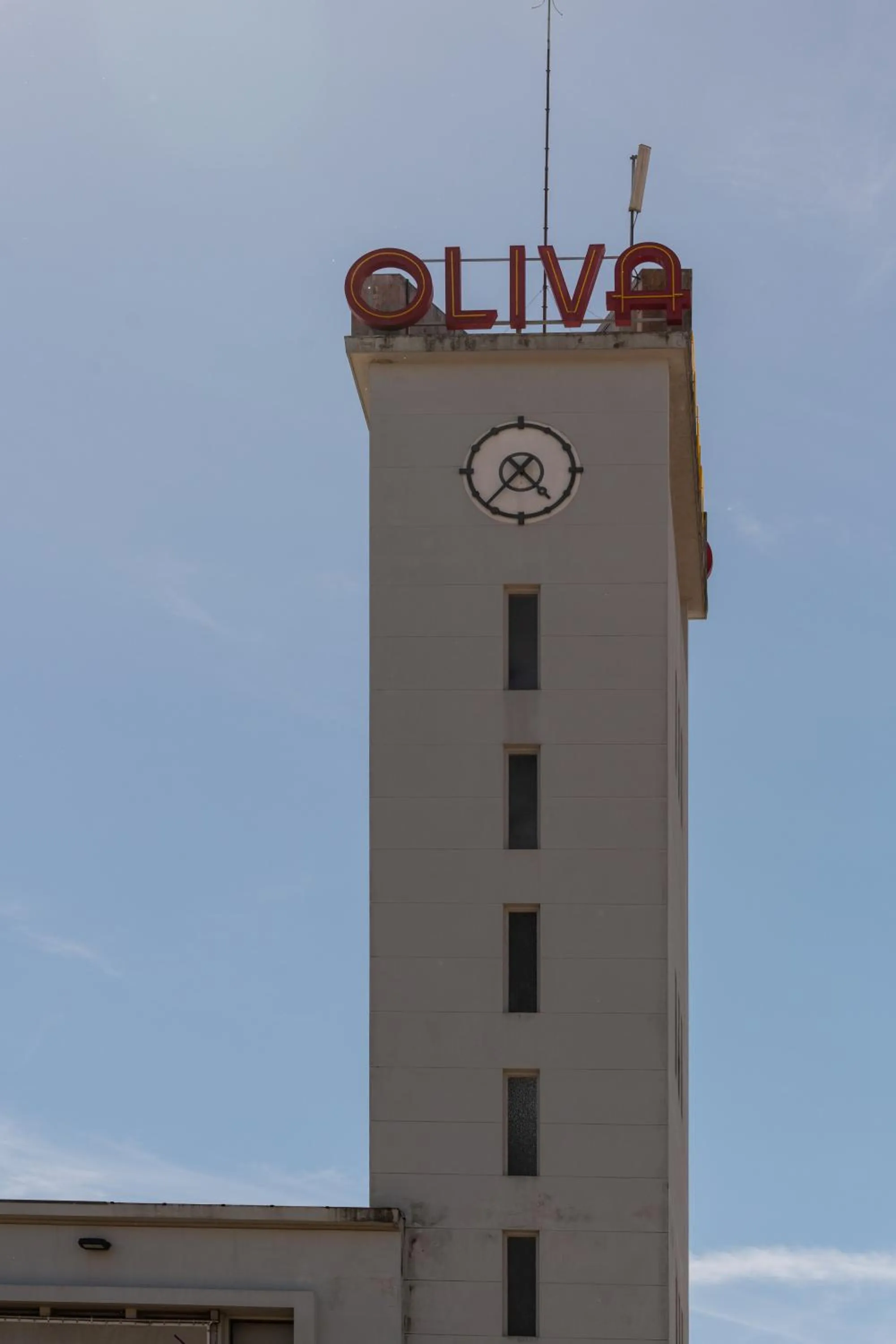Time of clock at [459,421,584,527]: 4:37
